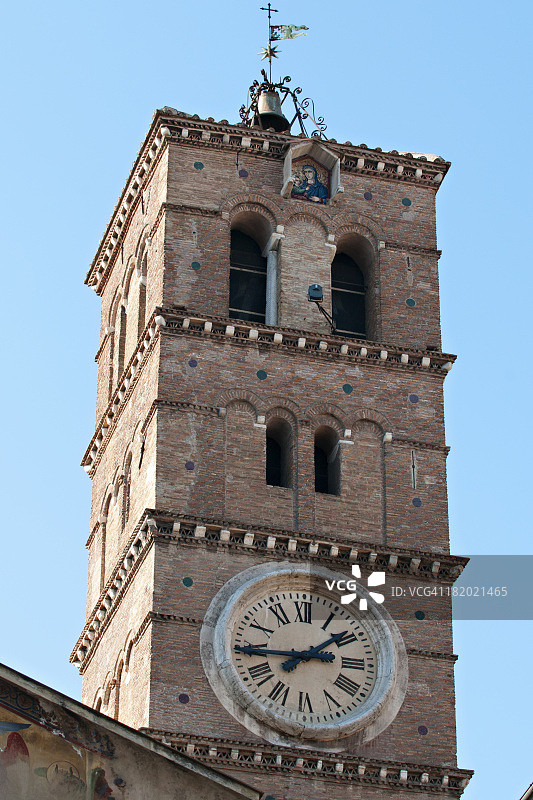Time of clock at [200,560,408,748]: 1:44
